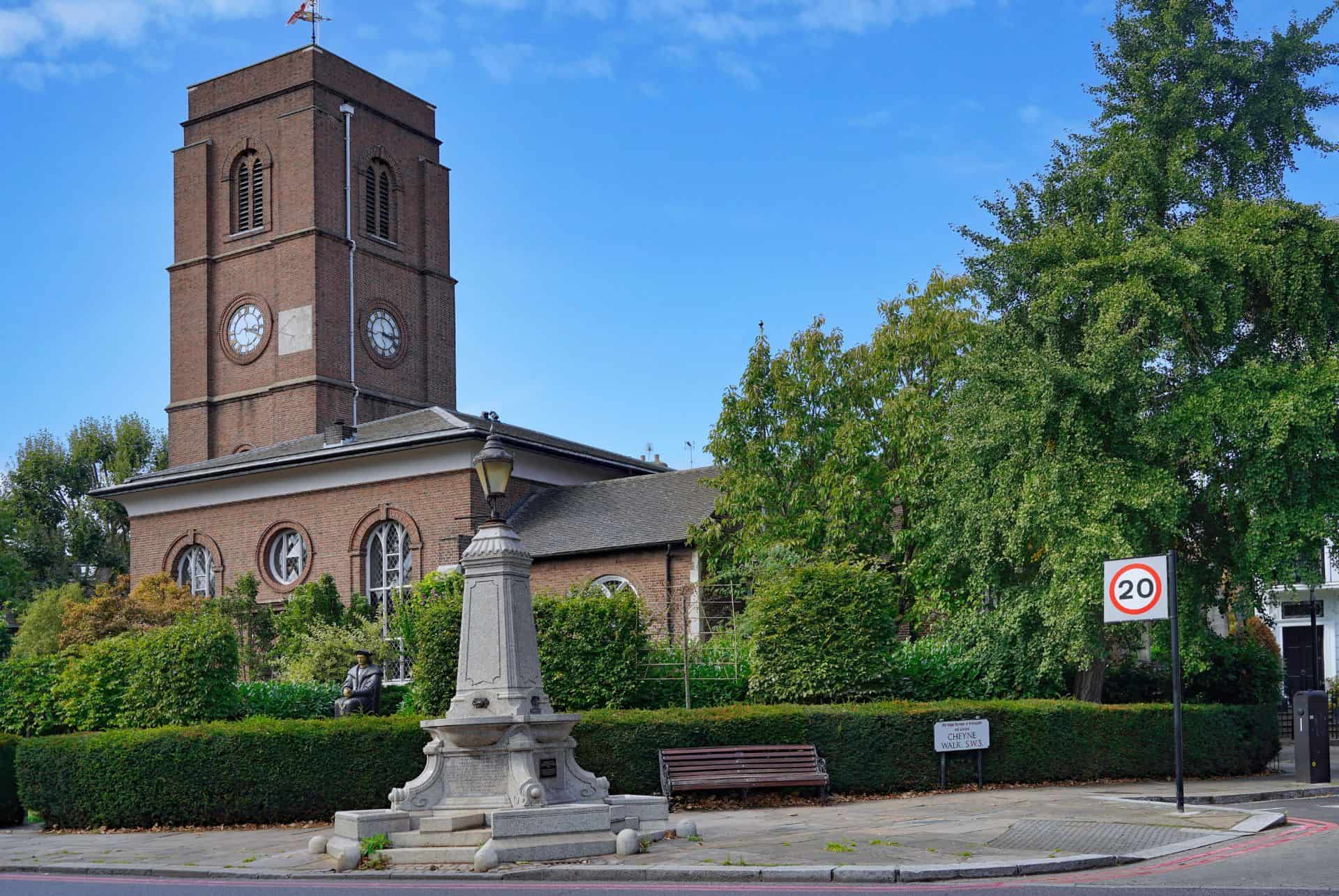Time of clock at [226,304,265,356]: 3:18
